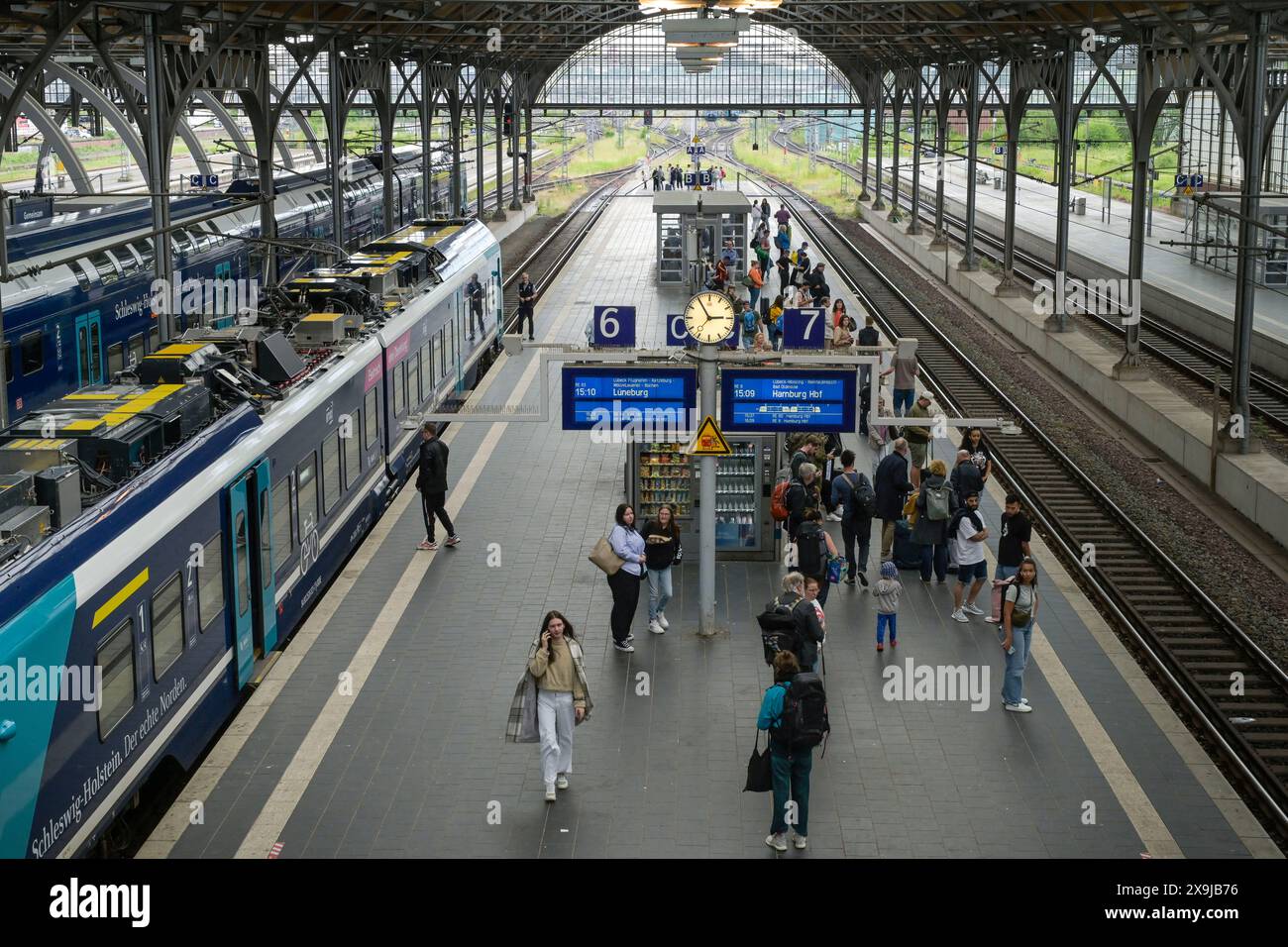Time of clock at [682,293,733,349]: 2:54
